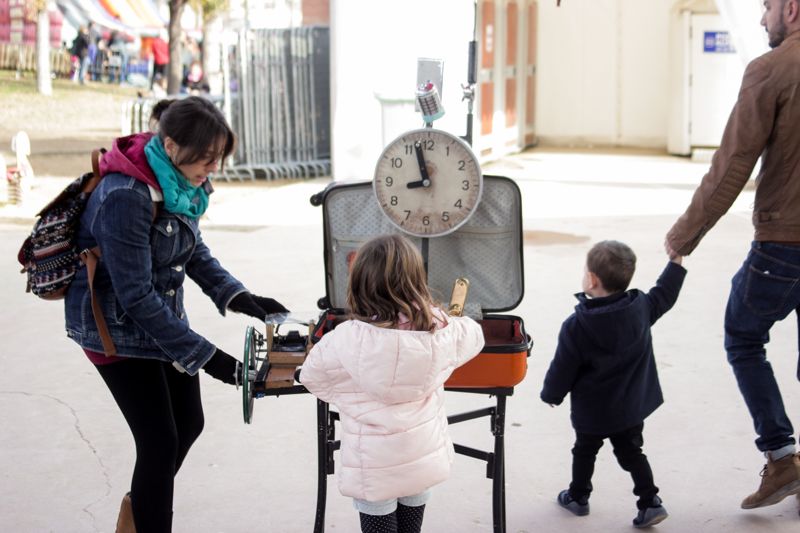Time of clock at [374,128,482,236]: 8:57
